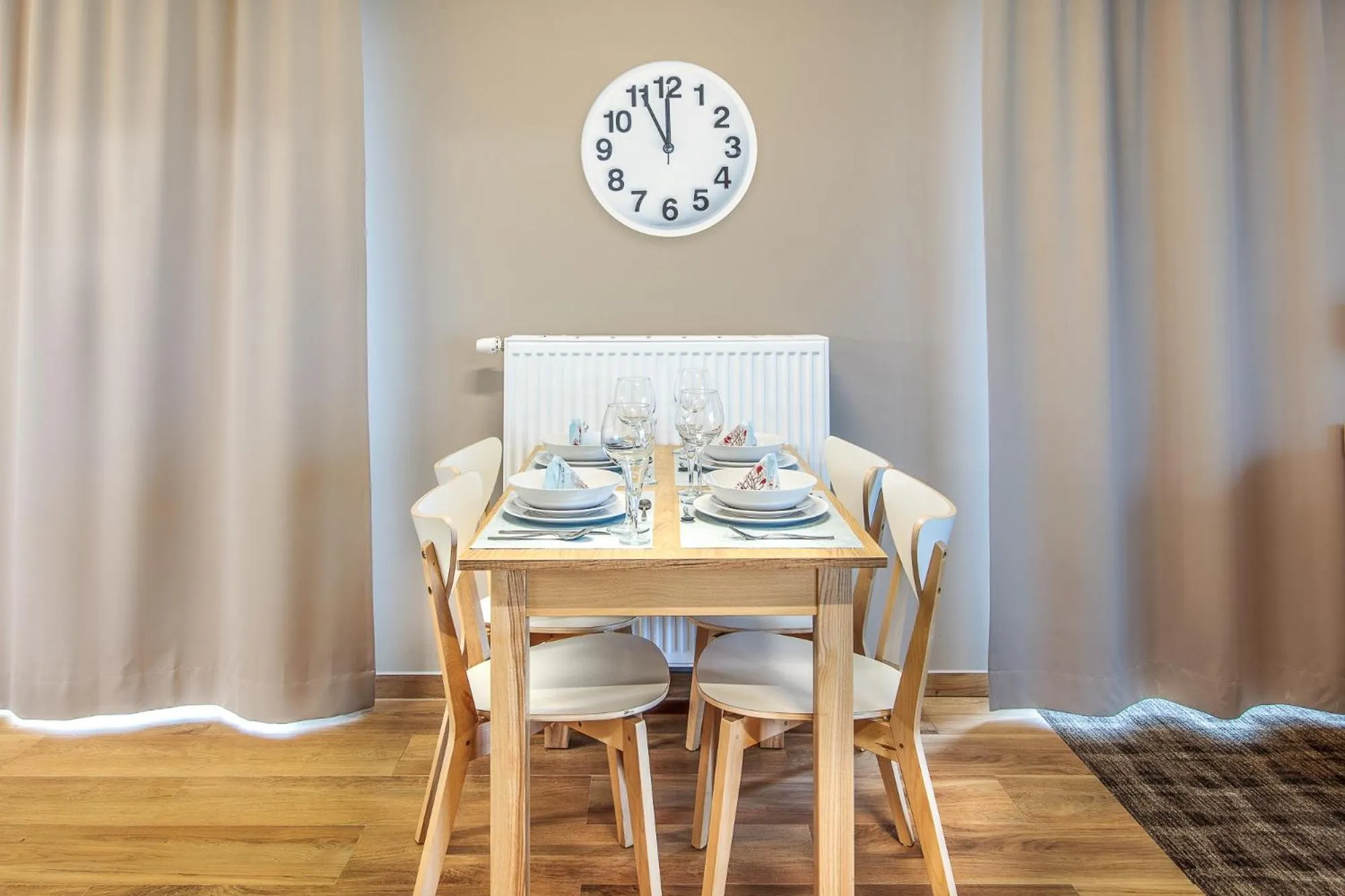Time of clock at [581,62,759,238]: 11:55
